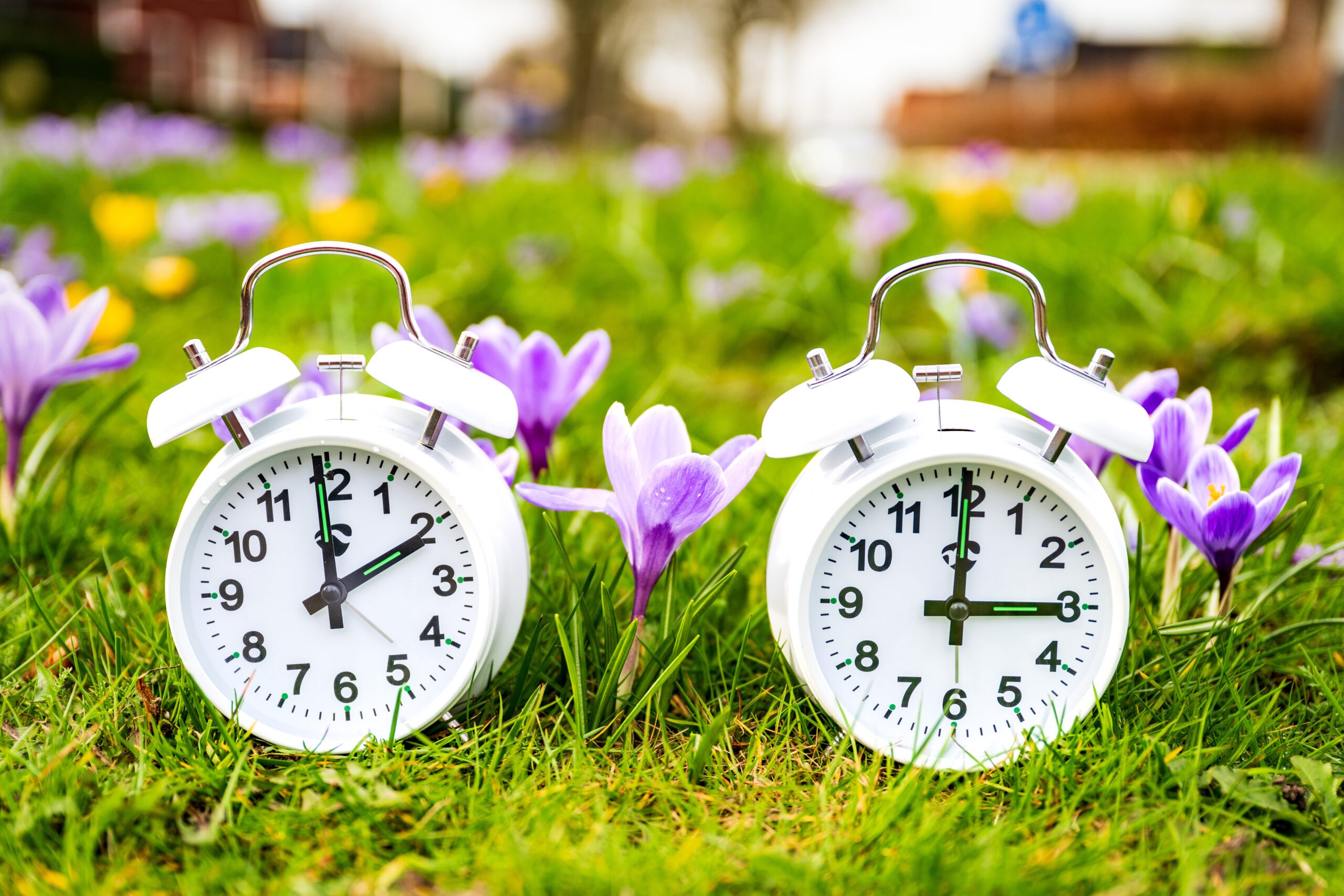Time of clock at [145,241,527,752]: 1:59
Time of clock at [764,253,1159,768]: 3:00
